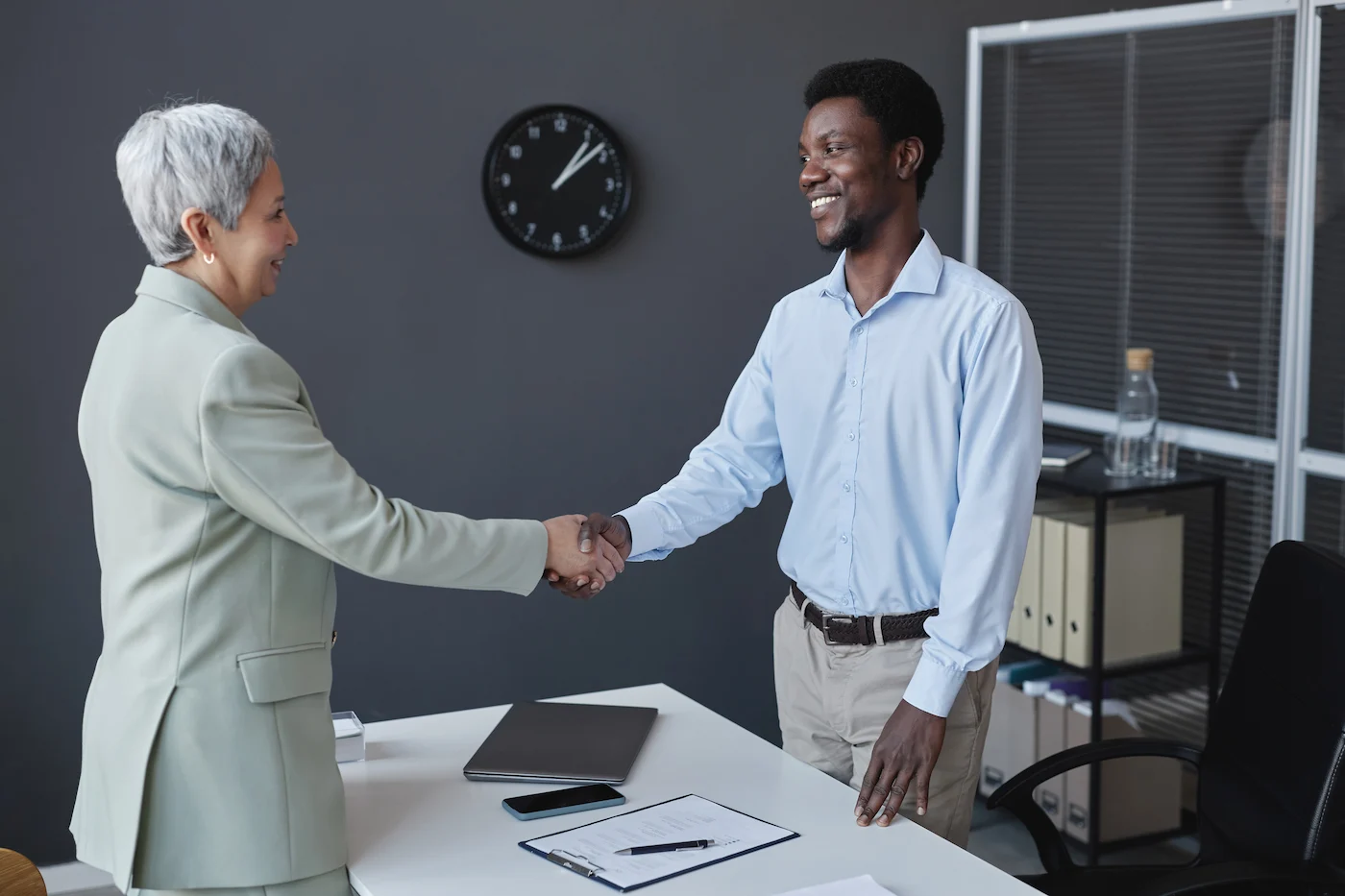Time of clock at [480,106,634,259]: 1:08
